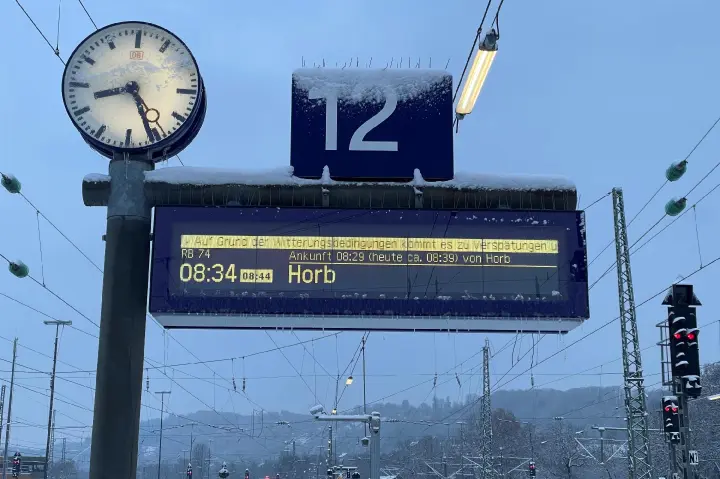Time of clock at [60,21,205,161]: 8:25
